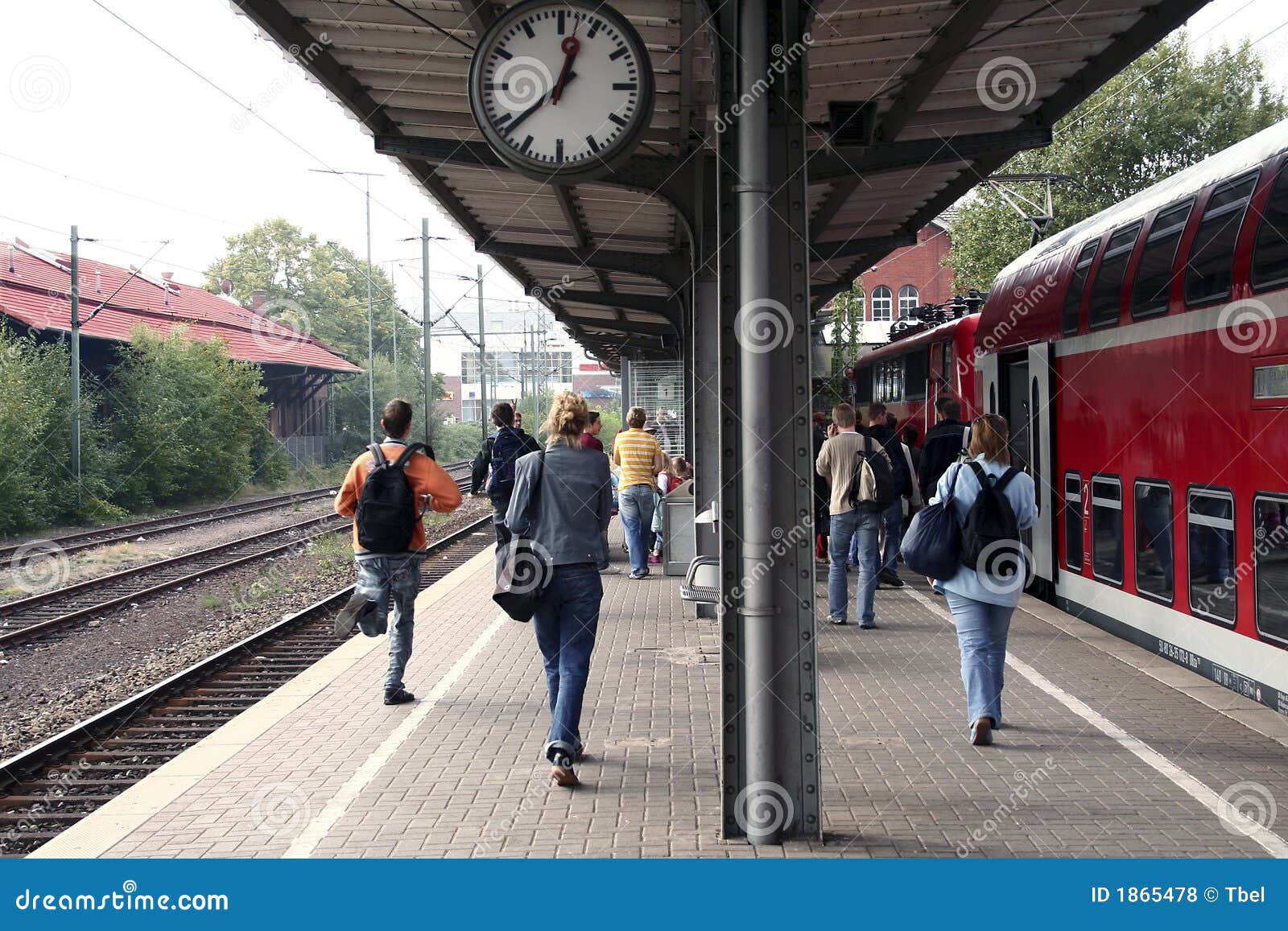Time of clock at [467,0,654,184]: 12:38
